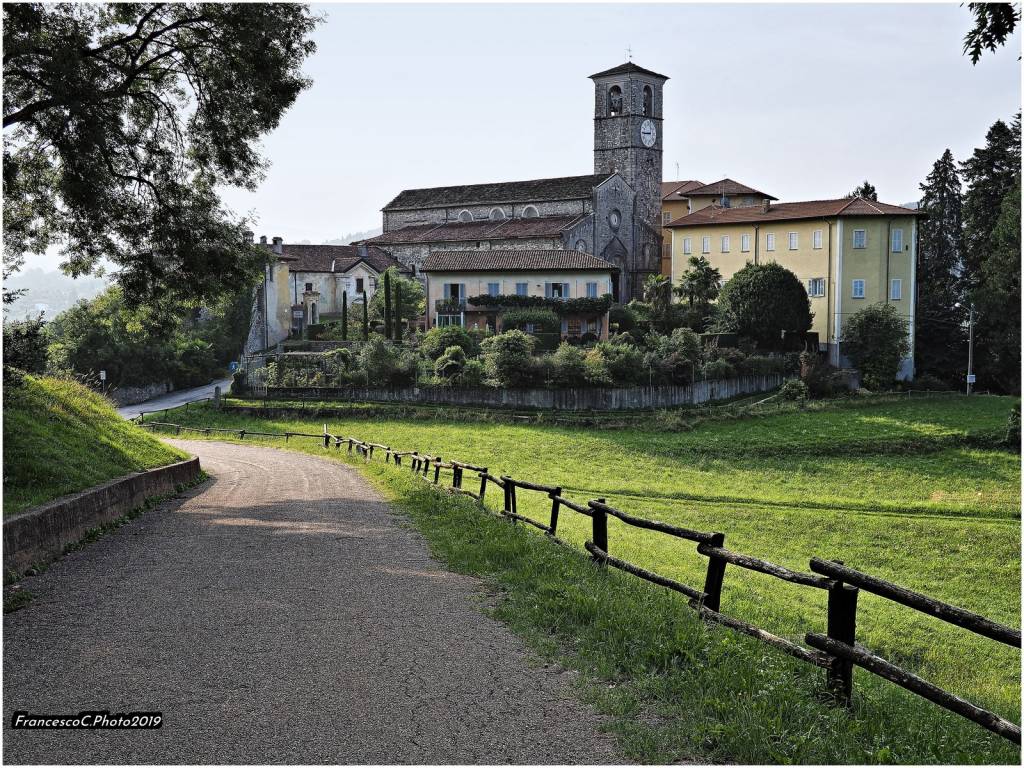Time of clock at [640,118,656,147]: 8:44
